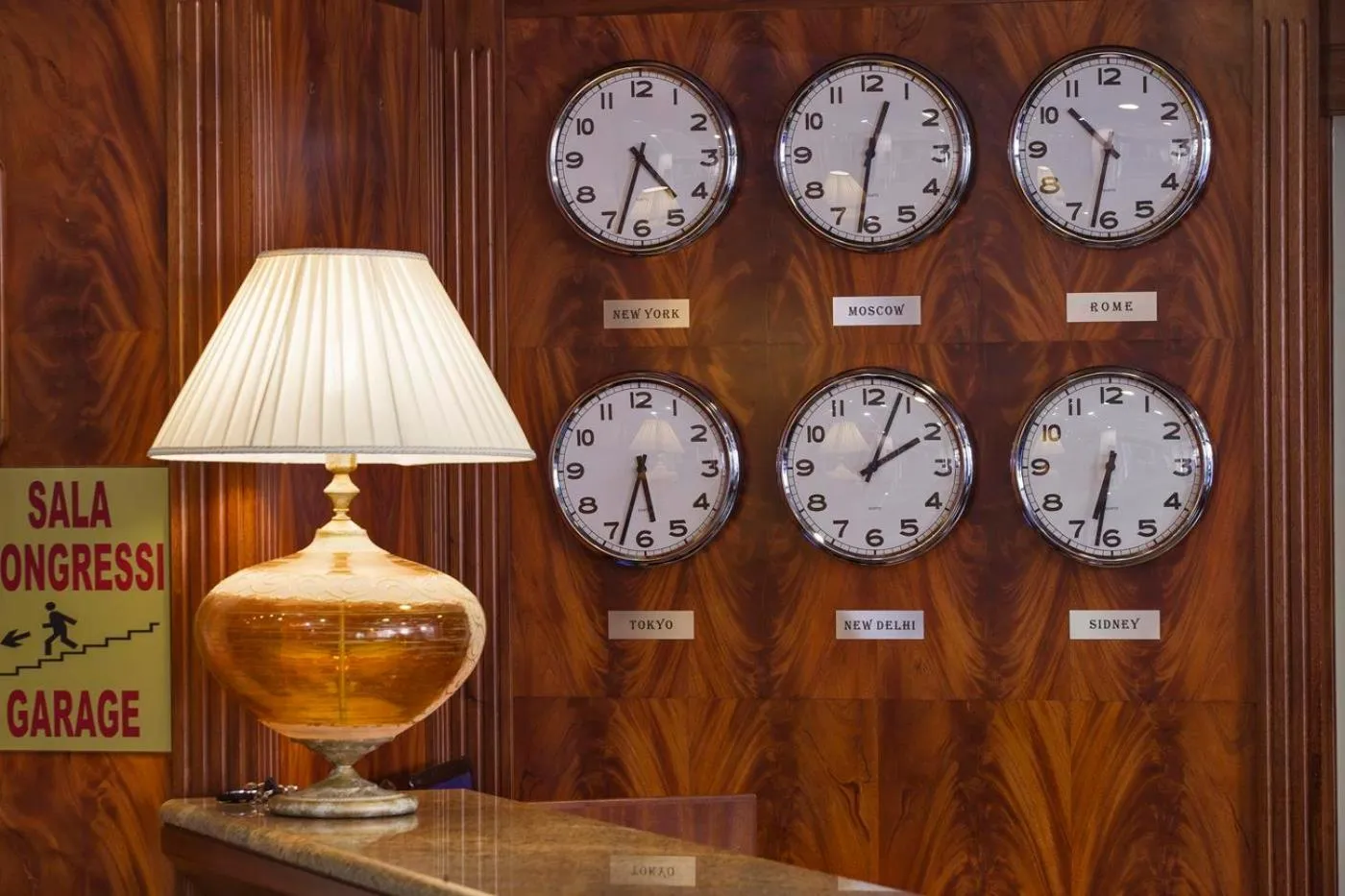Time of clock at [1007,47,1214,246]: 10:32
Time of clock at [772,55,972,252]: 12:31
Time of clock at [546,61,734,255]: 4:32
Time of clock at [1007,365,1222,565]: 6:31
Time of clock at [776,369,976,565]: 2:03
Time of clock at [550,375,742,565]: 5:32
